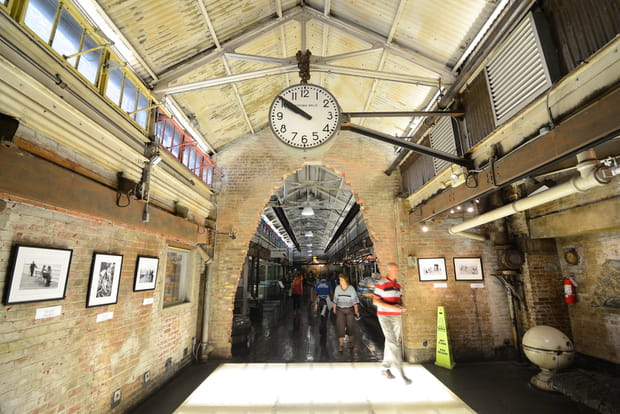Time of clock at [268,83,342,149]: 9:50
